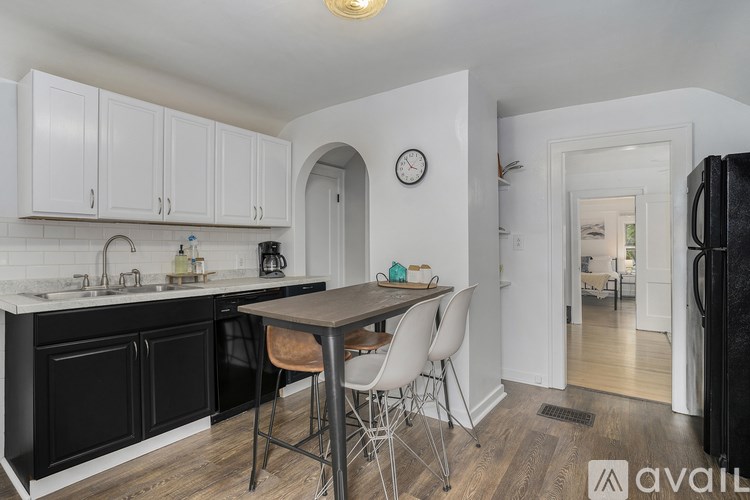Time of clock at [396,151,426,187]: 3:54
